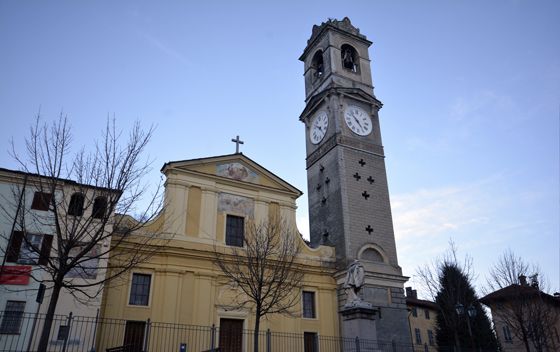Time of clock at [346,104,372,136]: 4:52
